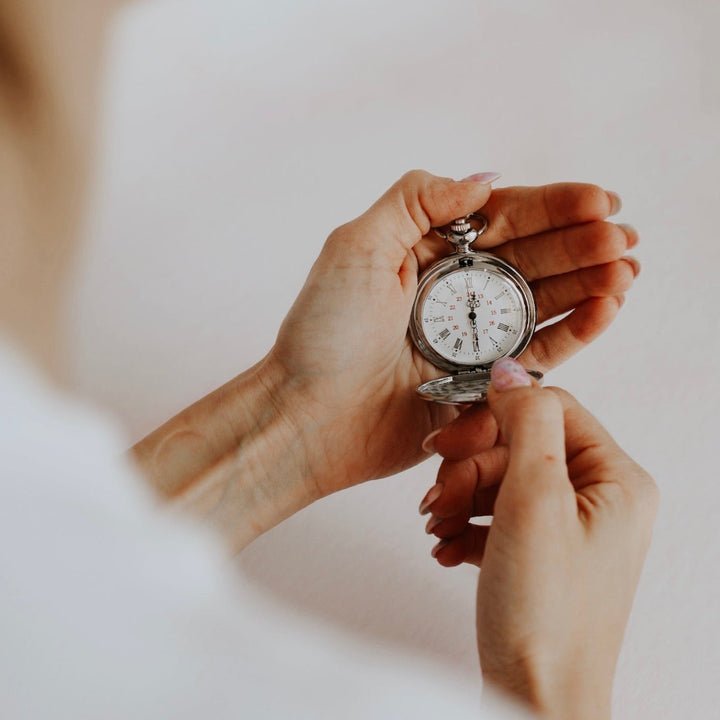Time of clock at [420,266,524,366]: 12:29
